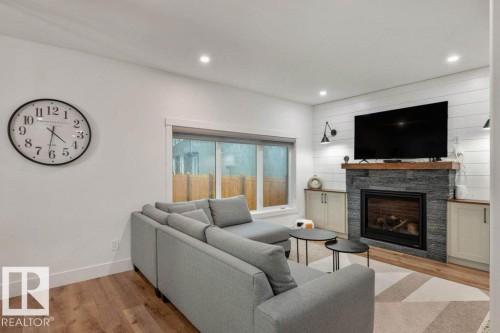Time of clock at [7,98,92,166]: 4:31
